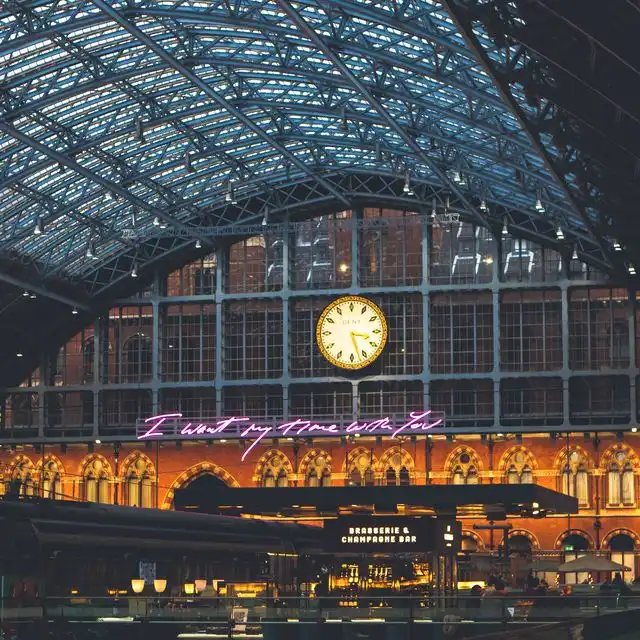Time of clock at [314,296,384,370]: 3:27
